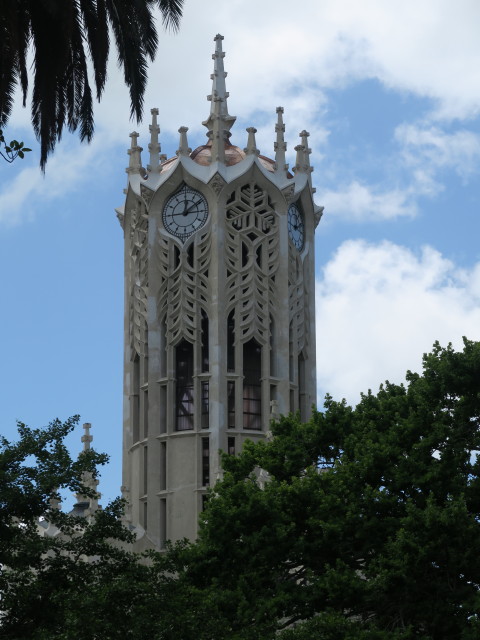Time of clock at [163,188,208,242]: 12:09
